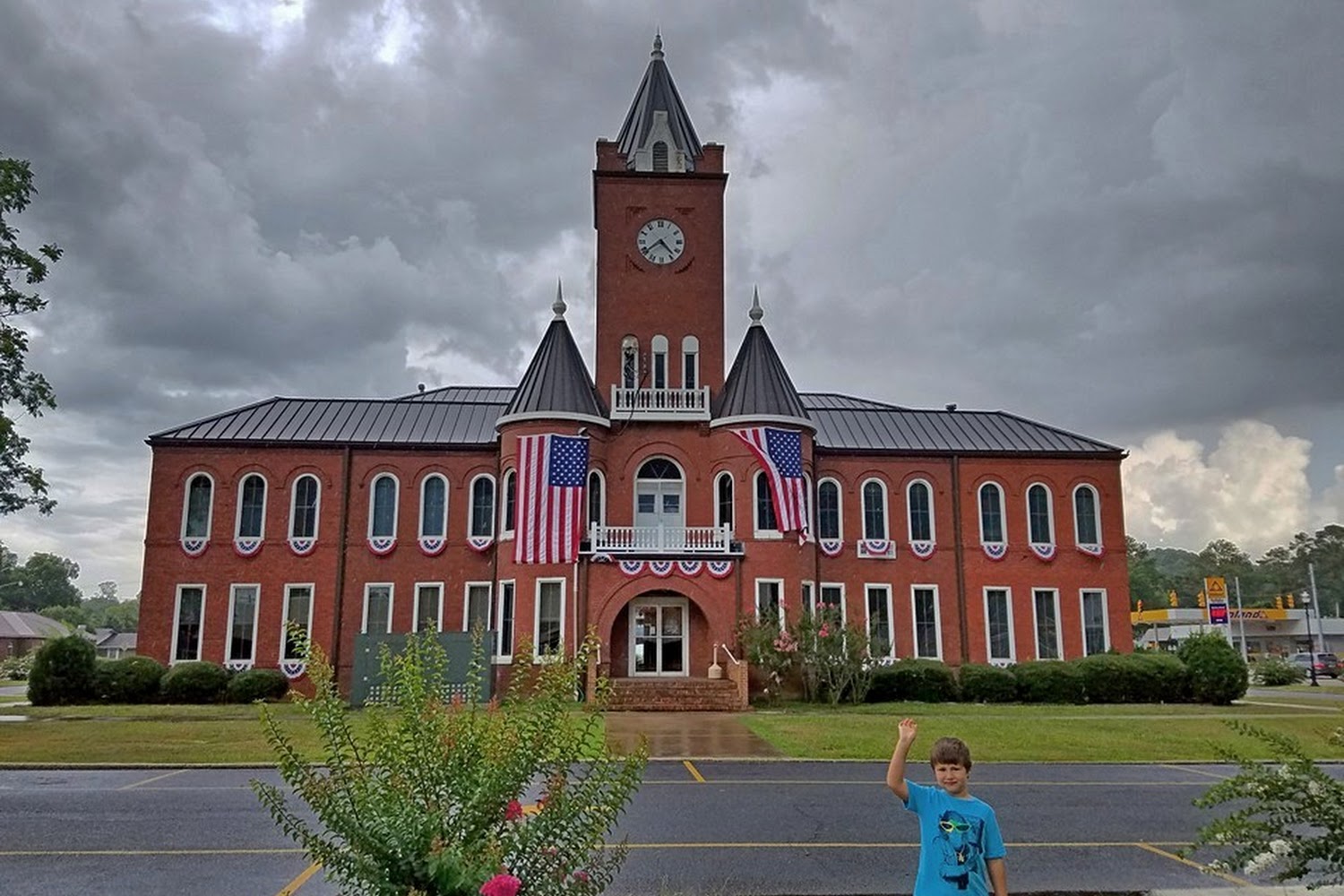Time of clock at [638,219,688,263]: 4:39
